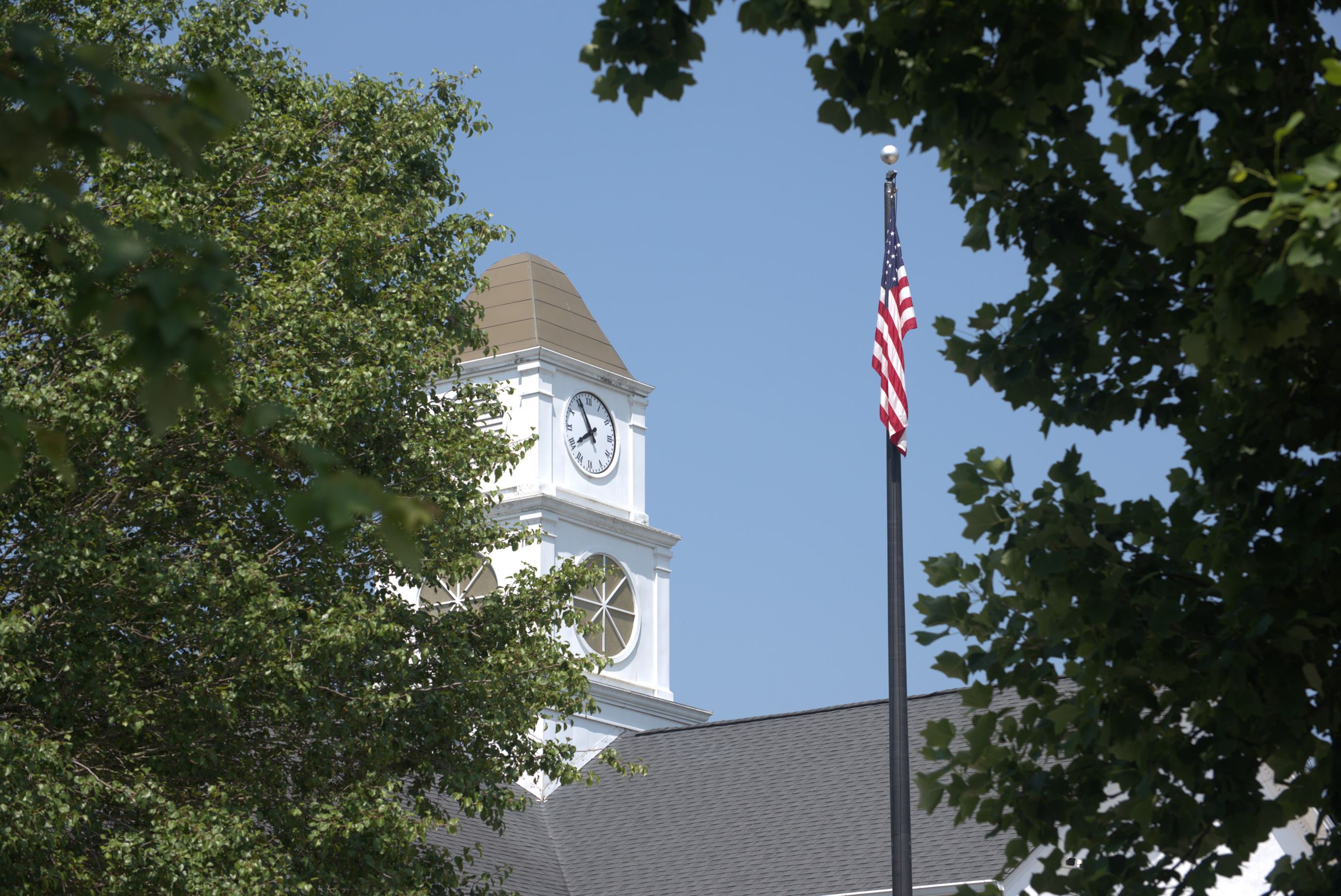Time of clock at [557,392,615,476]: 7:55
